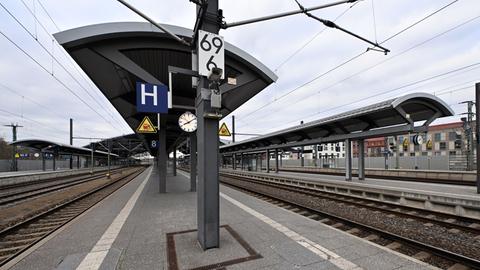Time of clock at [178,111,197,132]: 8:09
